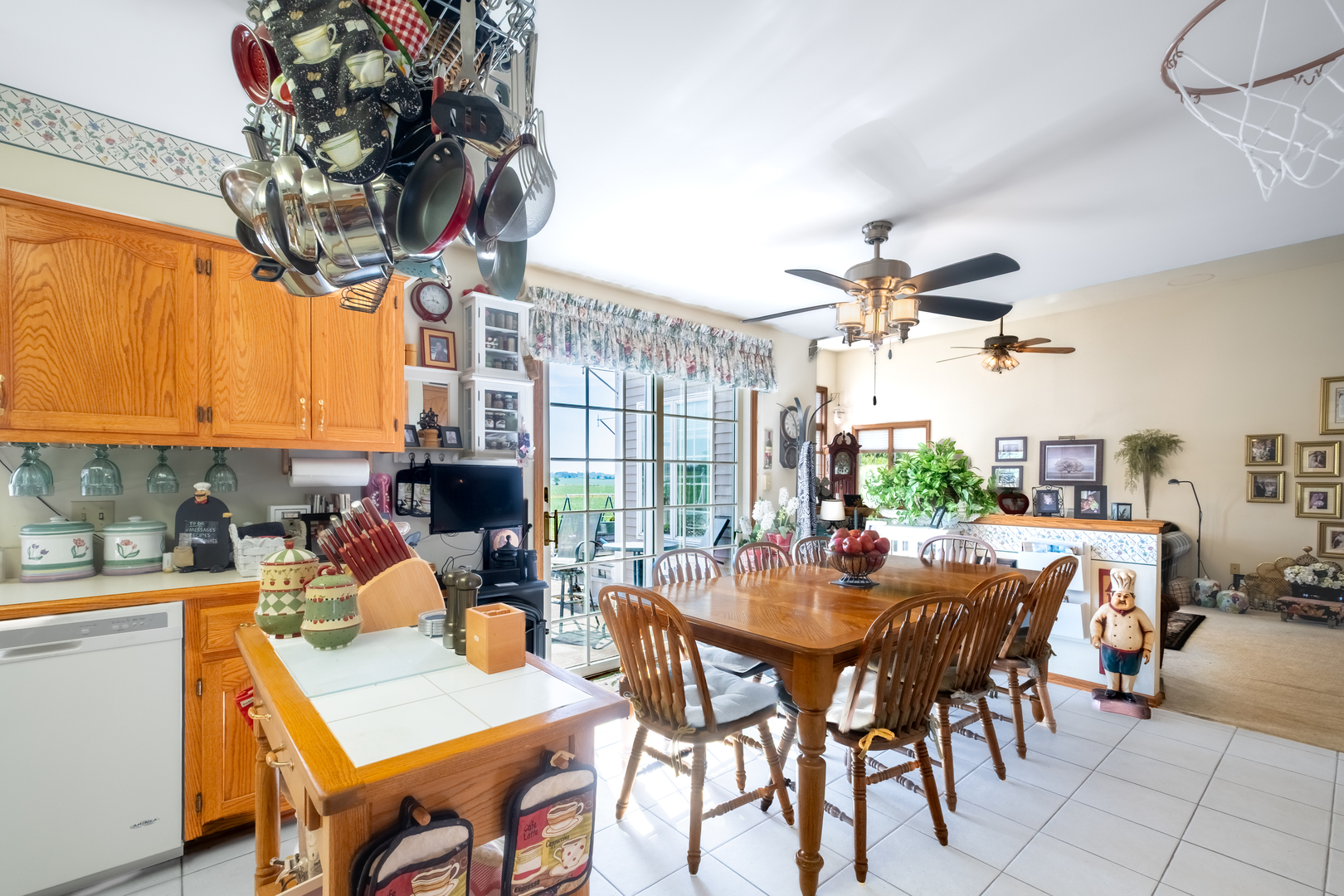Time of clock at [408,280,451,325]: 3:42
